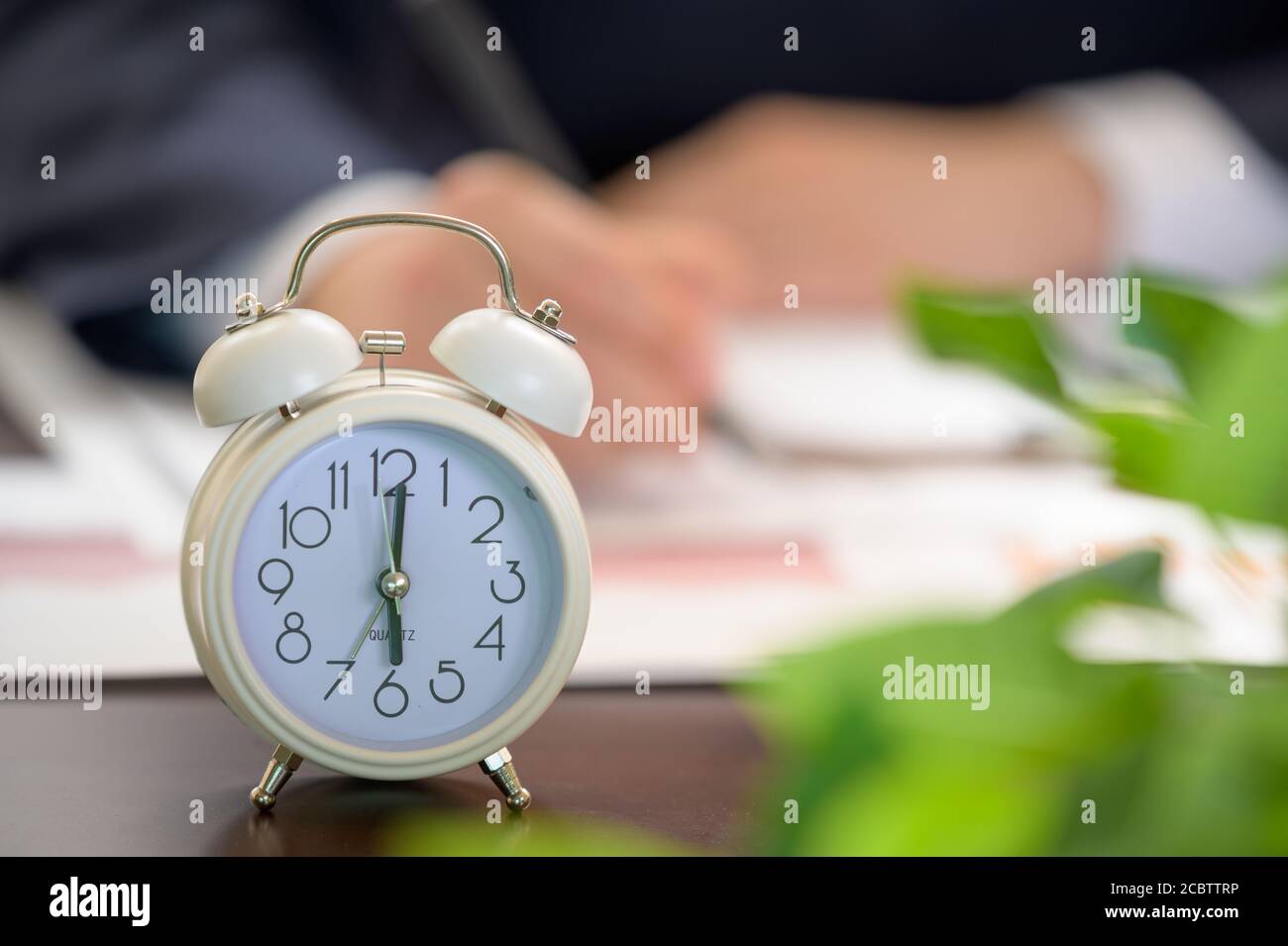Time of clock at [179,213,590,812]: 6:01
